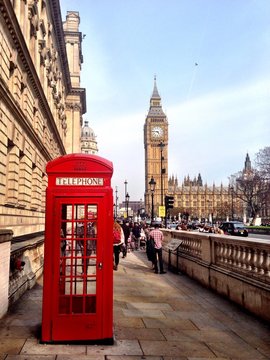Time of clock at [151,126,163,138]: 4:46
